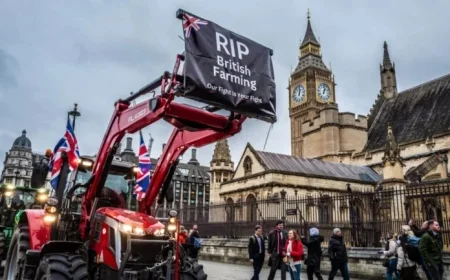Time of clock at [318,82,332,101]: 1:02
